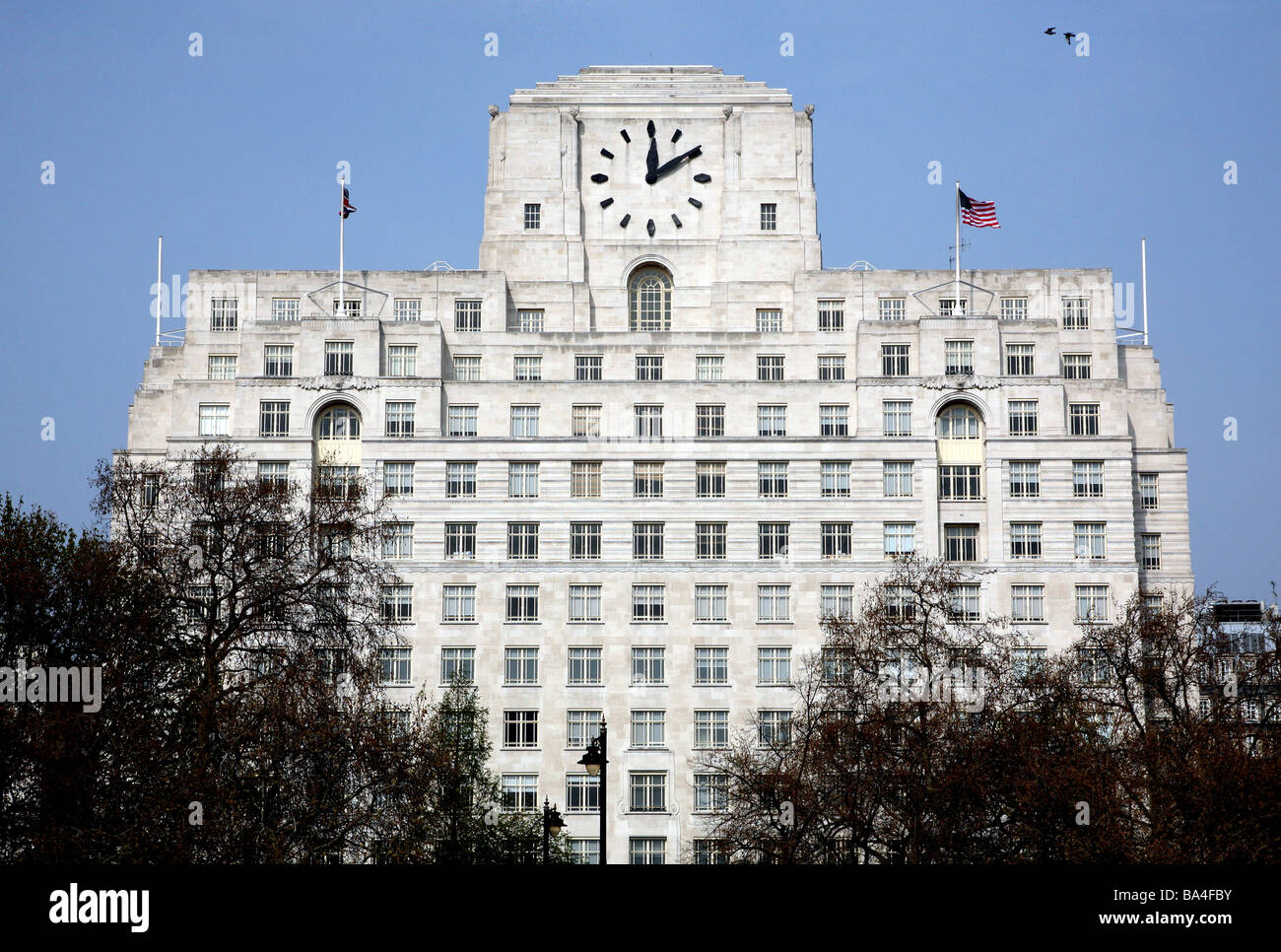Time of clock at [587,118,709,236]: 12:09
